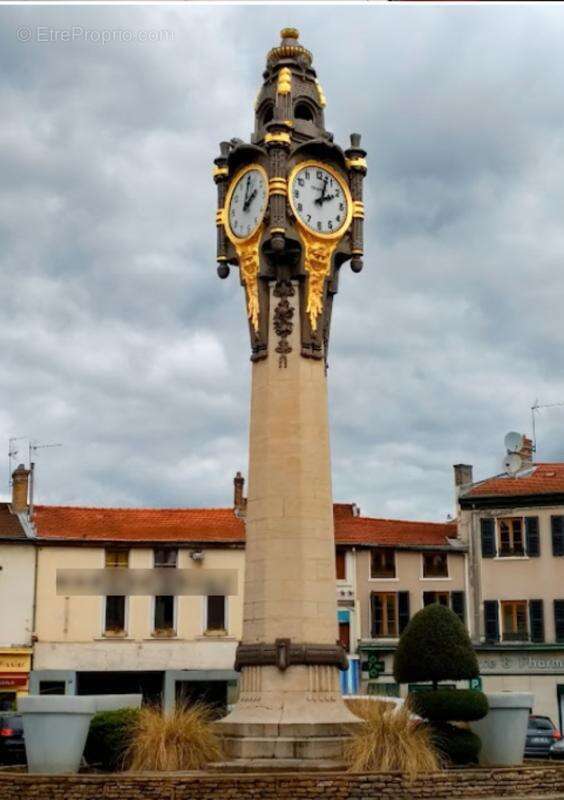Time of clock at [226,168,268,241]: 2:01
